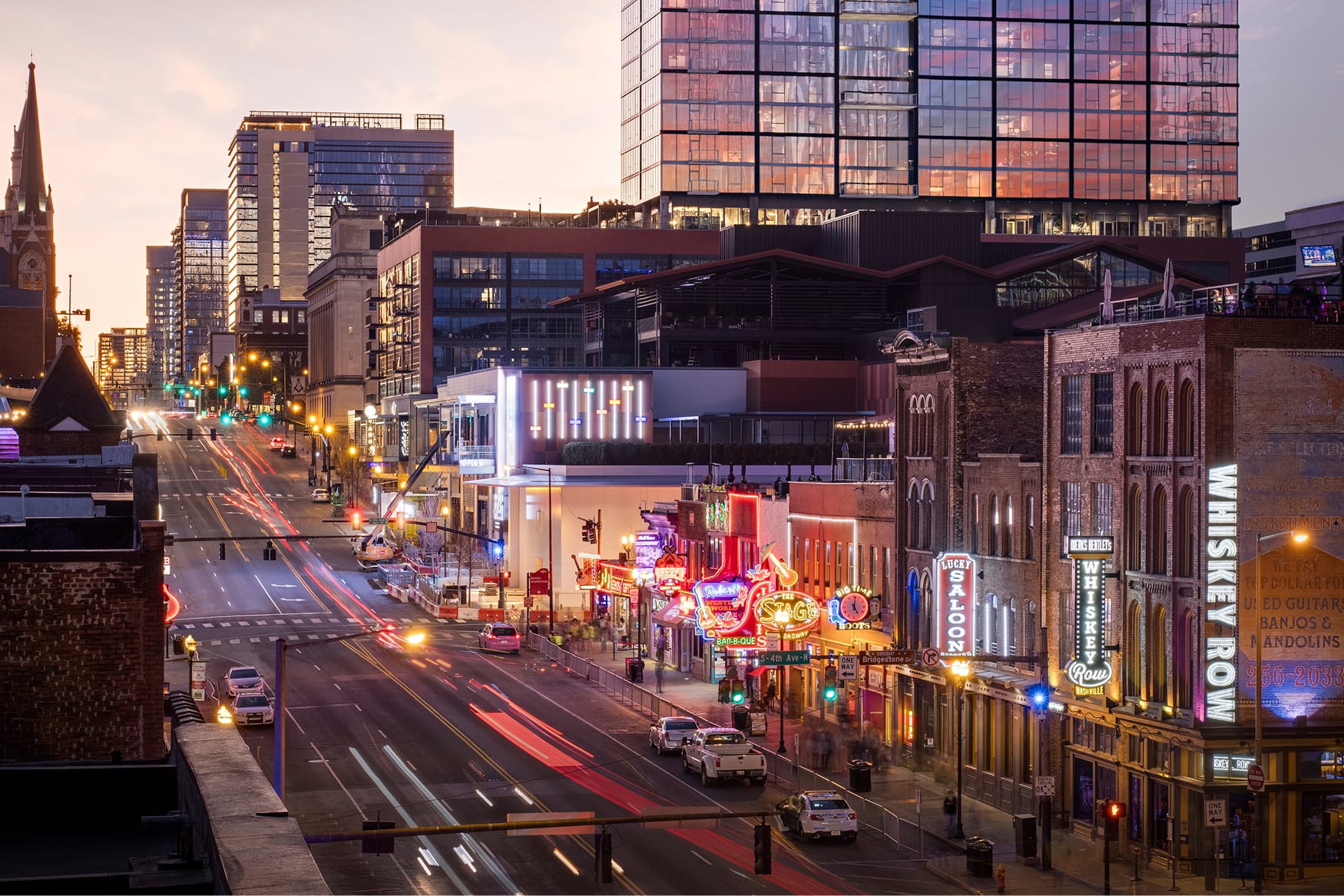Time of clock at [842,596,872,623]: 5:01
